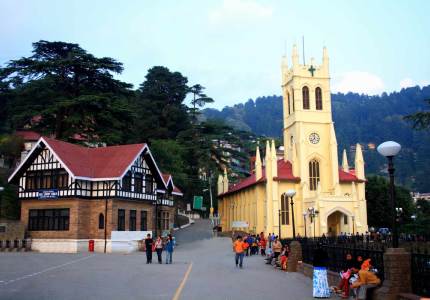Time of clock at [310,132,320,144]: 11:37
